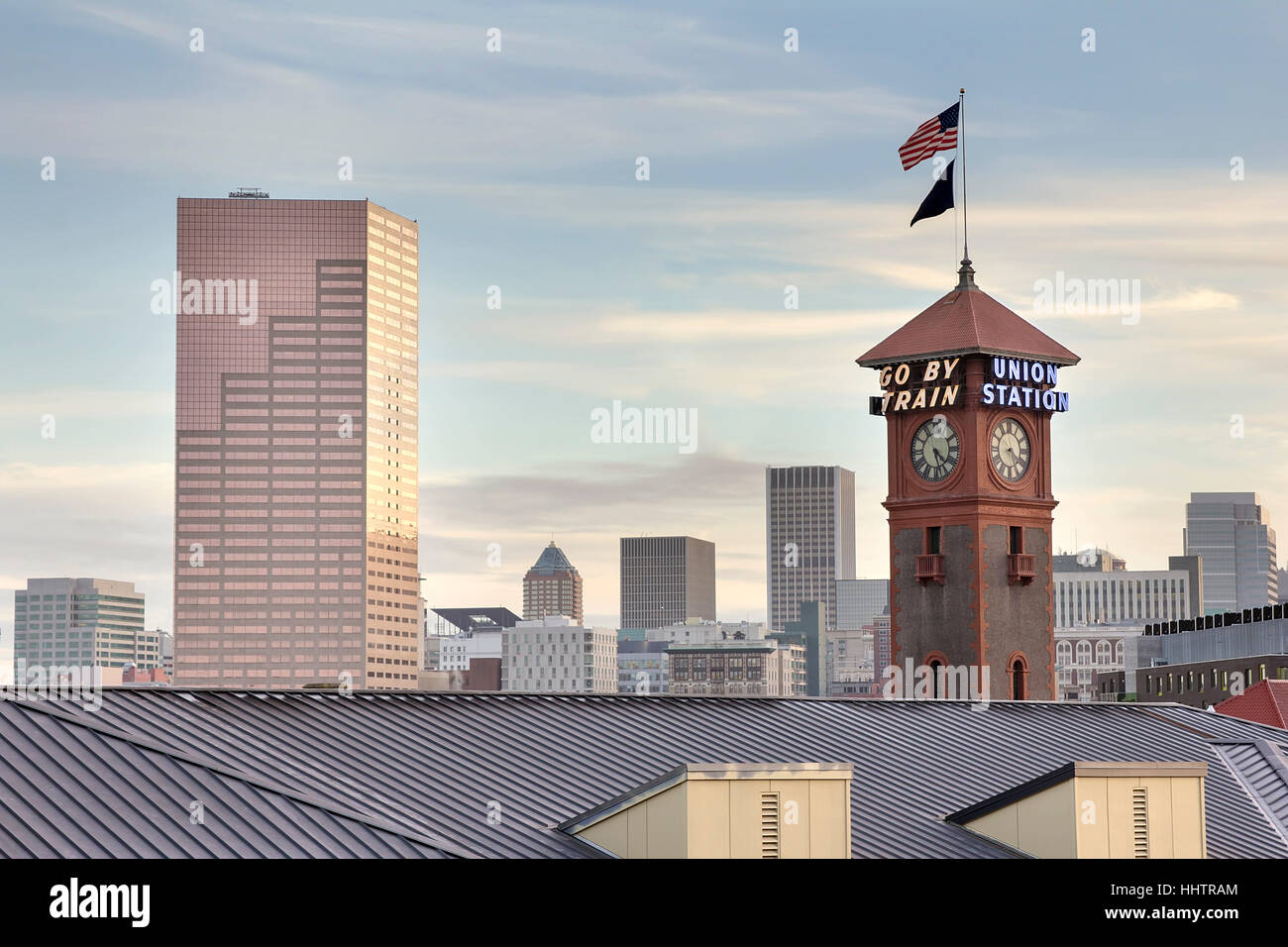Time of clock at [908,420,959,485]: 4:27
